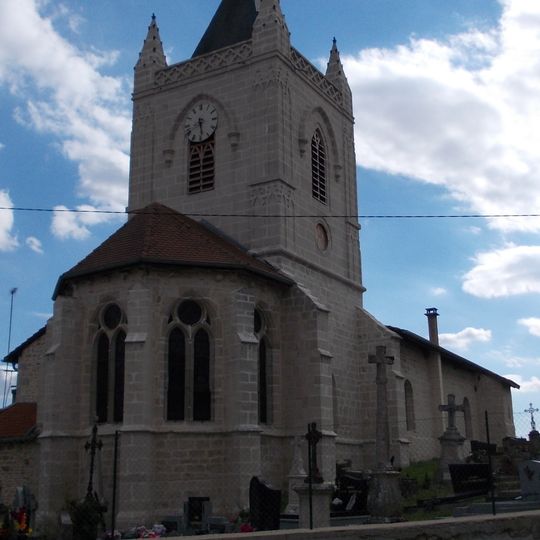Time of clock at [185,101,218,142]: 5:40
